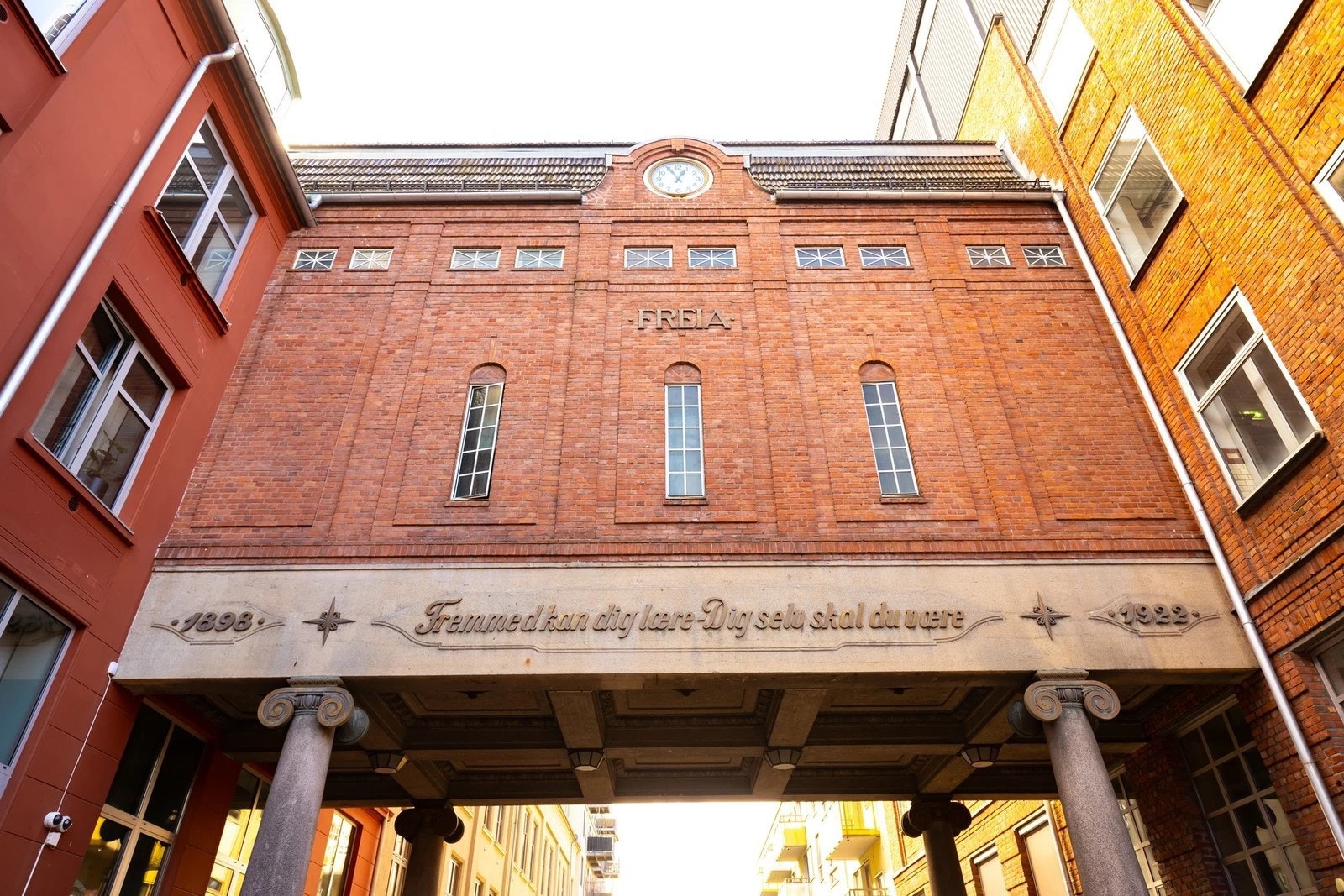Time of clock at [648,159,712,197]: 12:55
